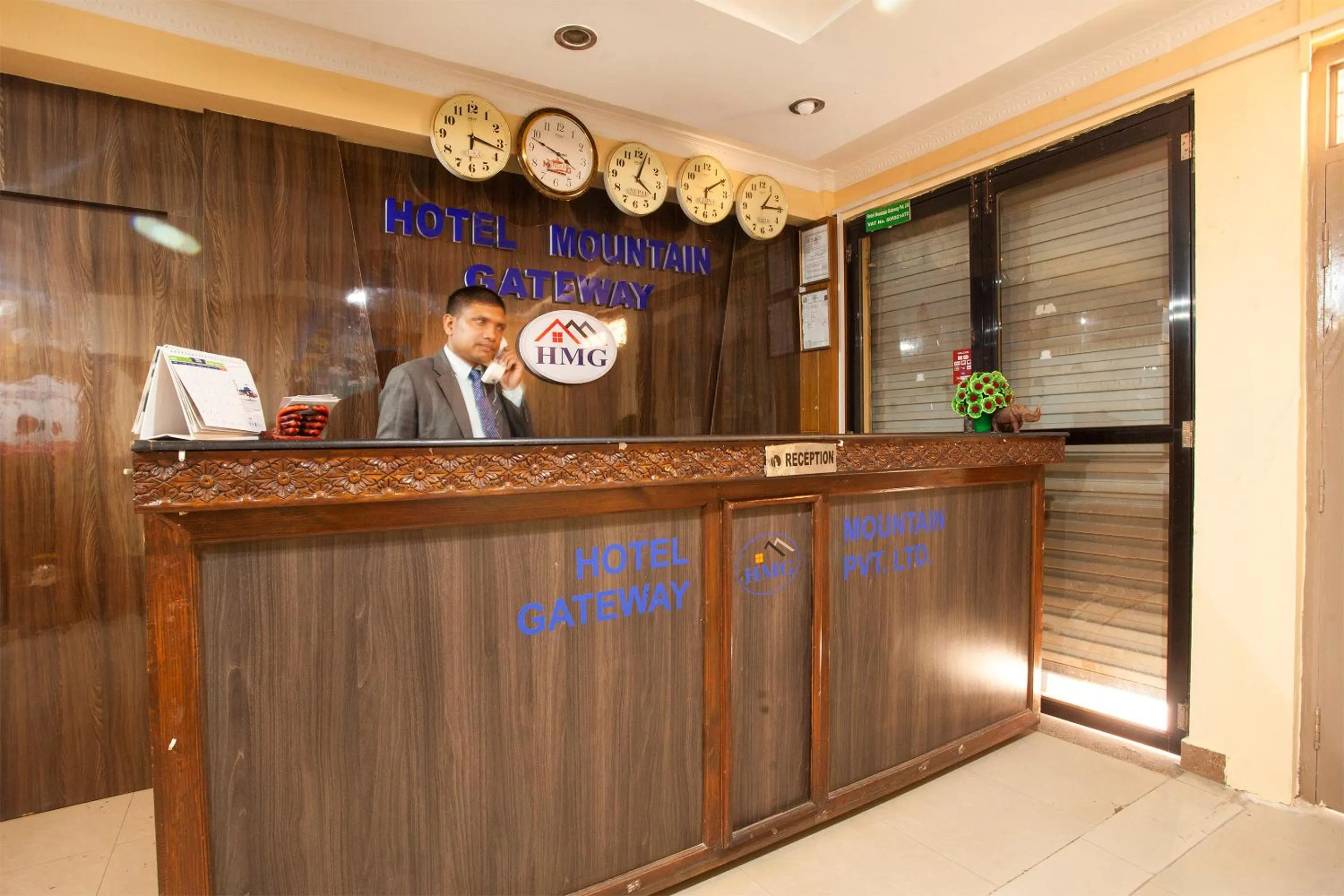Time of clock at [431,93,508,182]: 6:17
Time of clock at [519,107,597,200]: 3:47
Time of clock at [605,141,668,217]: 4:03
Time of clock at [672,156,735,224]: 6:09
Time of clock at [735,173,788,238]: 1:14
